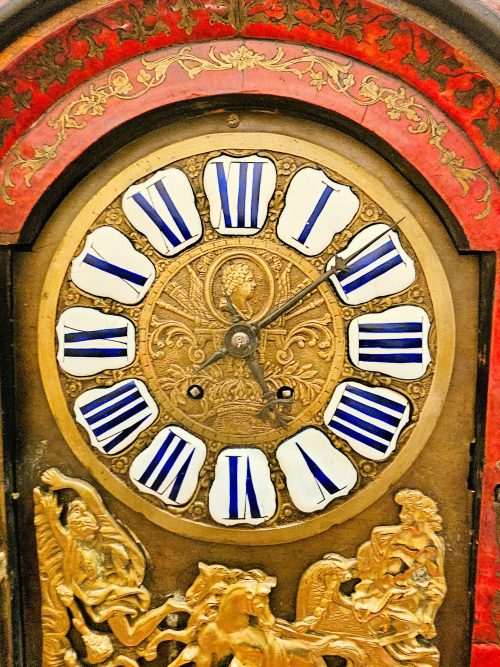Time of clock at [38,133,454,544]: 5:08
